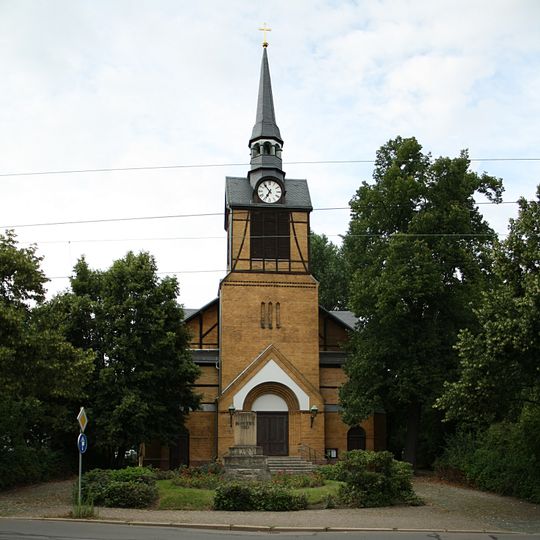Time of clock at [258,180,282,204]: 6:53
